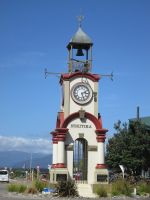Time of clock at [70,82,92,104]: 2:26
